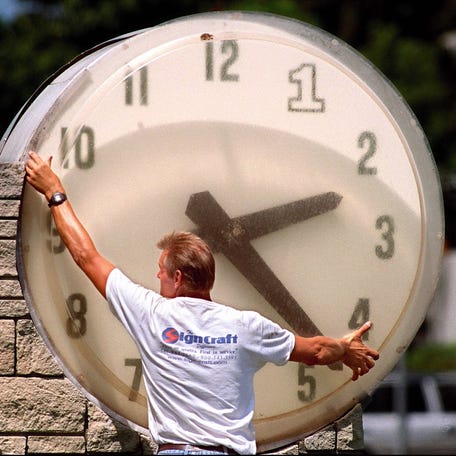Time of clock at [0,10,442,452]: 2:23
